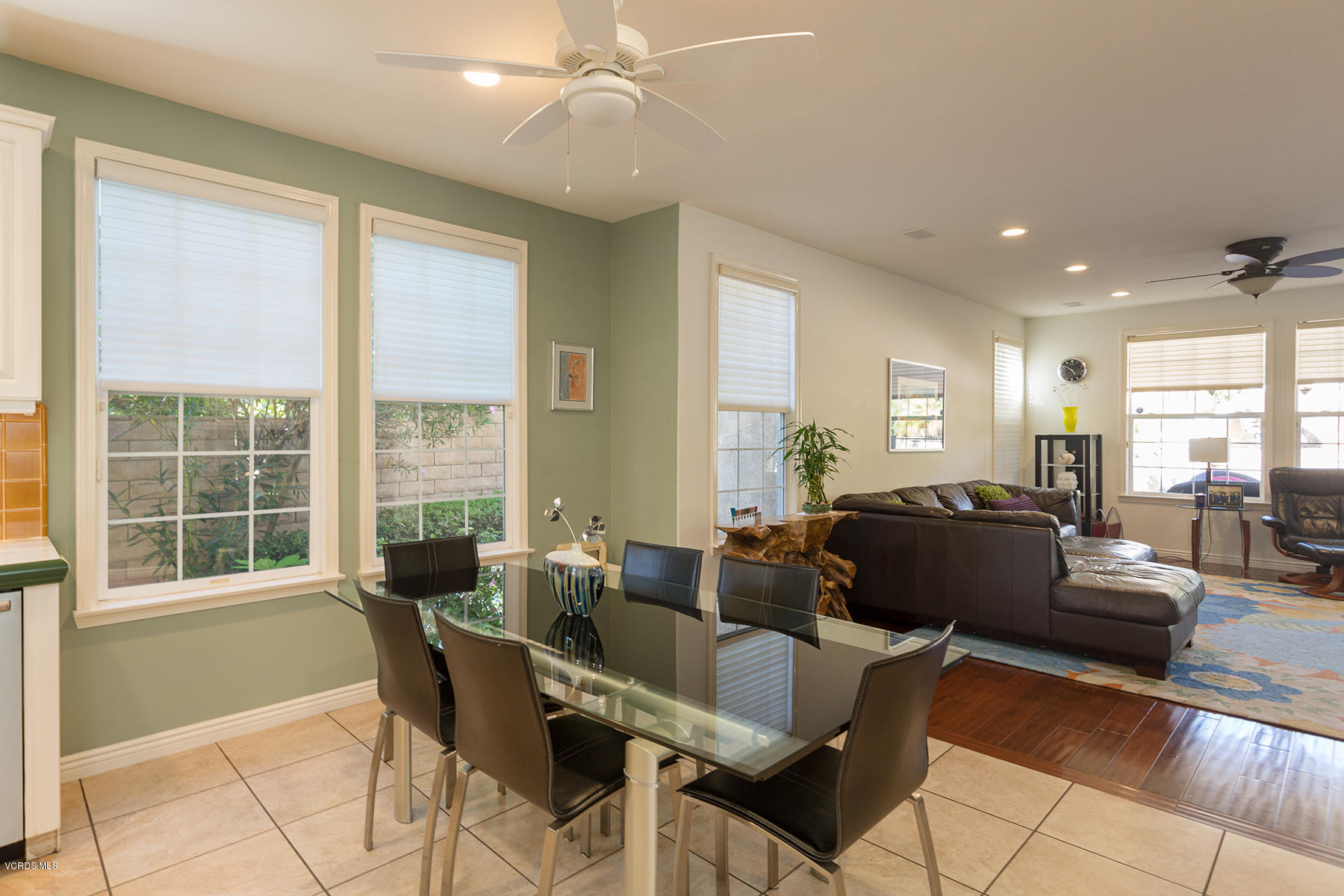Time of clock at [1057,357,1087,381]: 4:50
